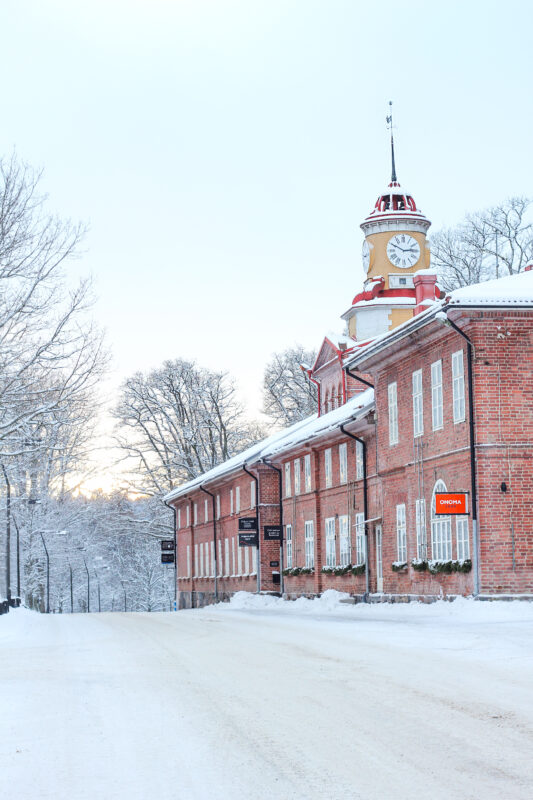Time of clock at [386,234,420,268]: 2:49
